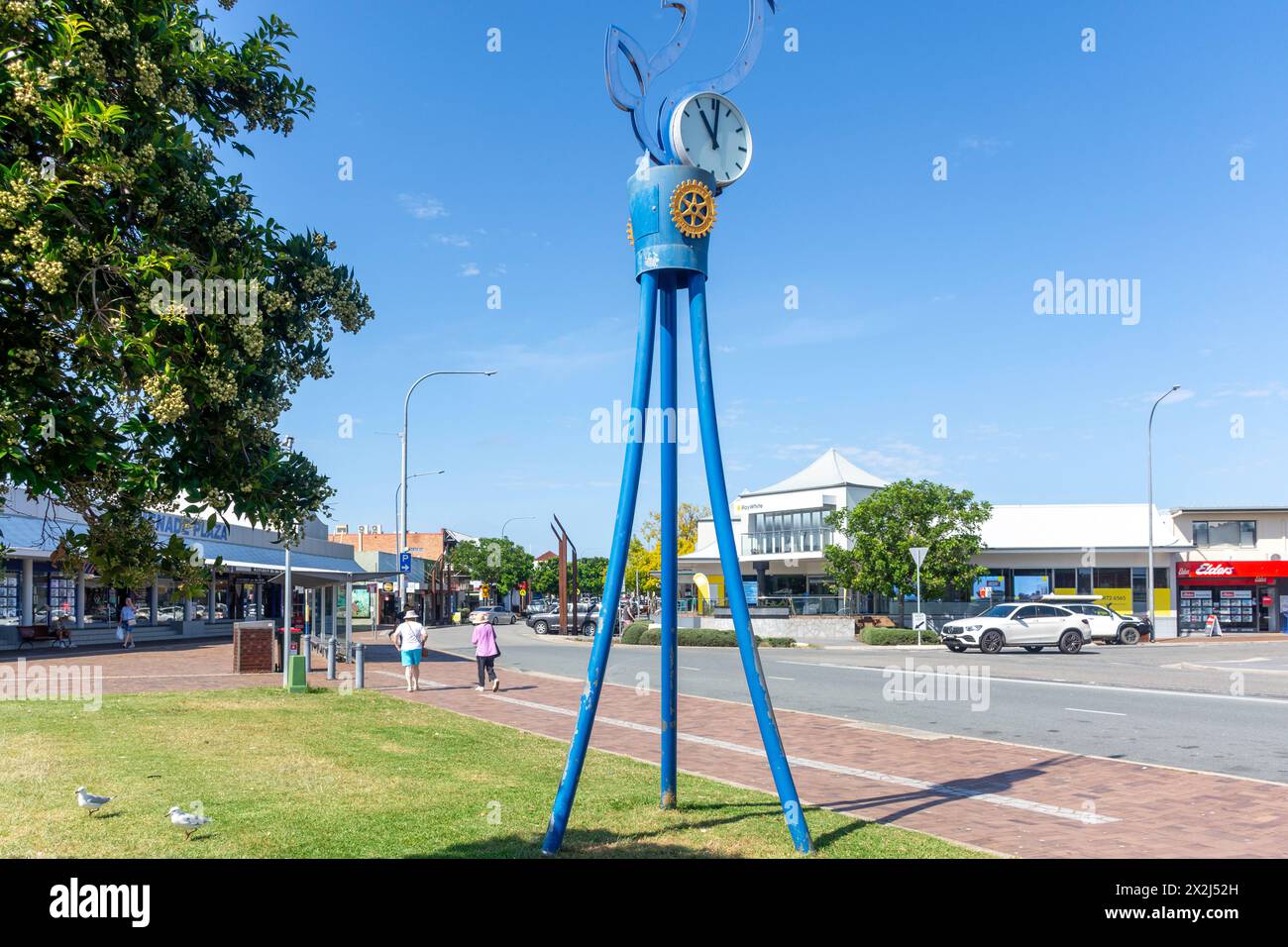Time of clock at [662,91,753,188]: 11:01
